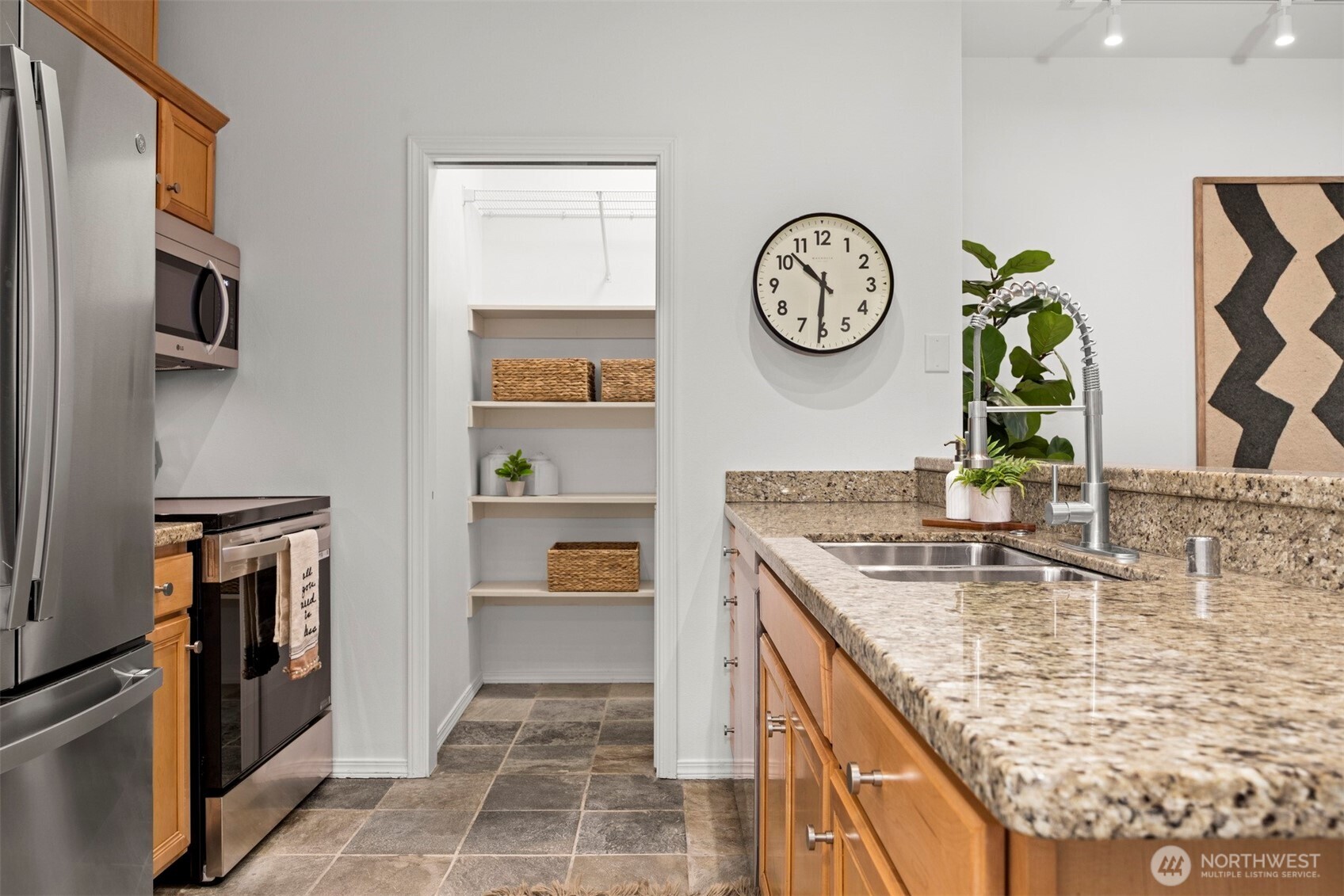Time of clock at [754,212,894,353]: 10:30
